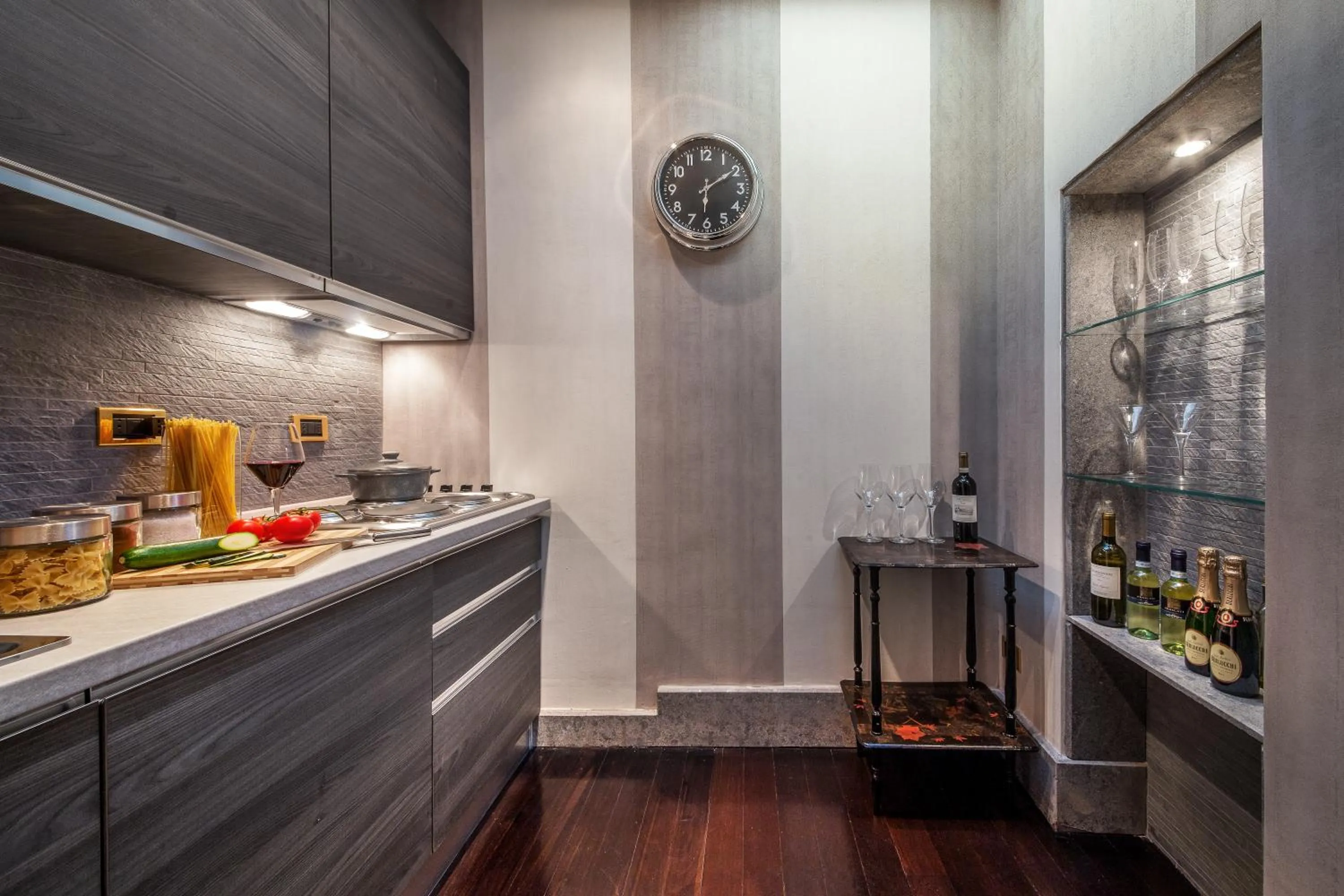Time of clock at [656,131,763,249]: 6:09
